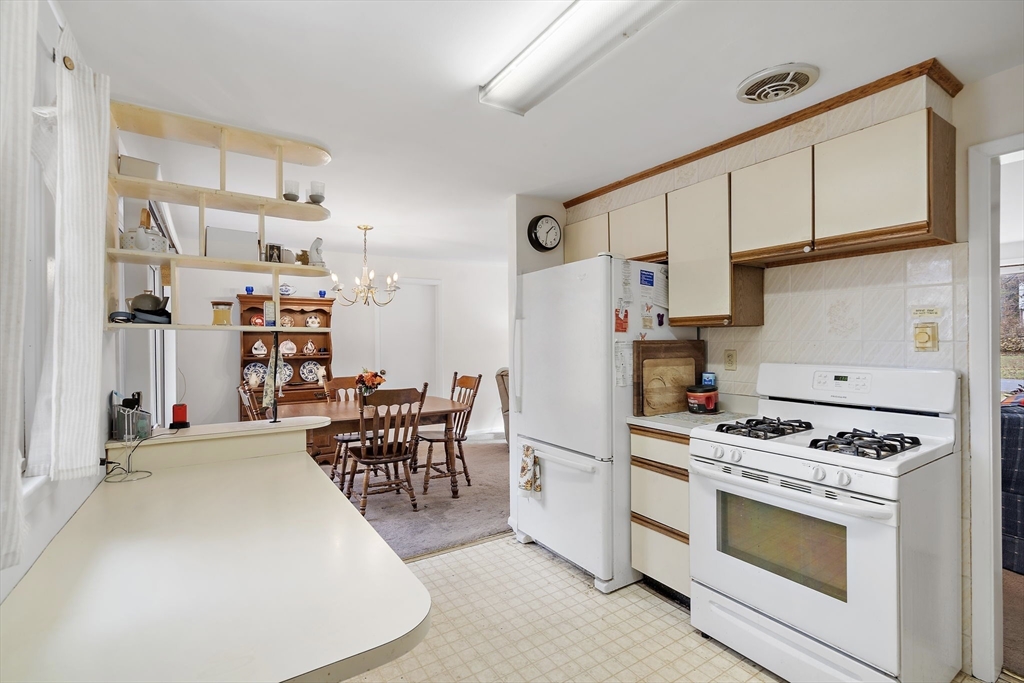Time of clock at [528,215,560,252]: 1:31
